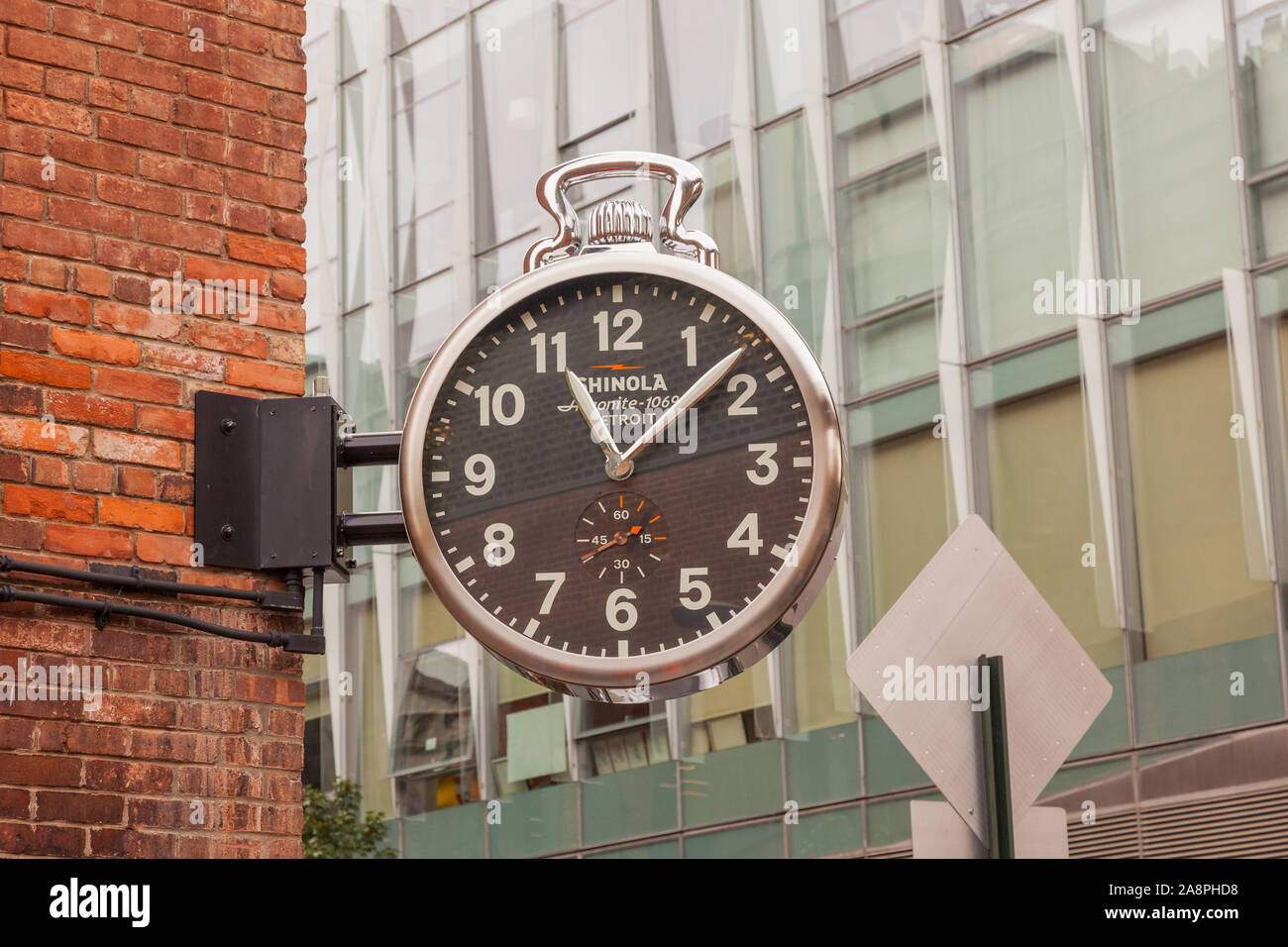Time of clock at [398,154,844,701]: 11:08
